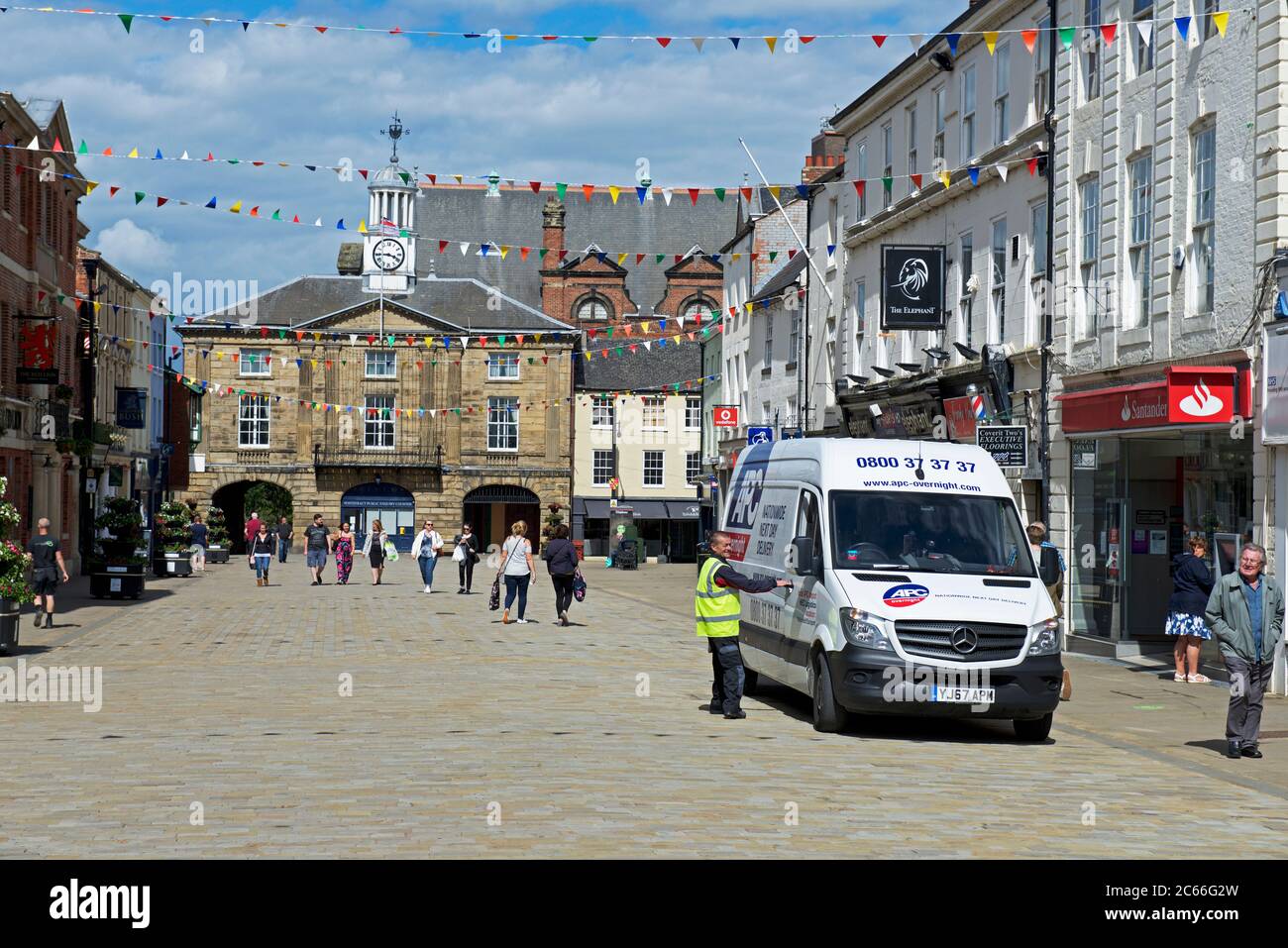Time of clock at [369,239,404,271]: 3:44
